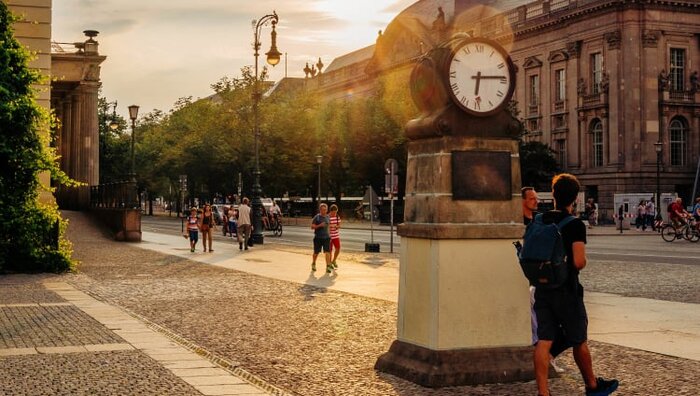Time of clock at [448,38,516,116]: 6:13
